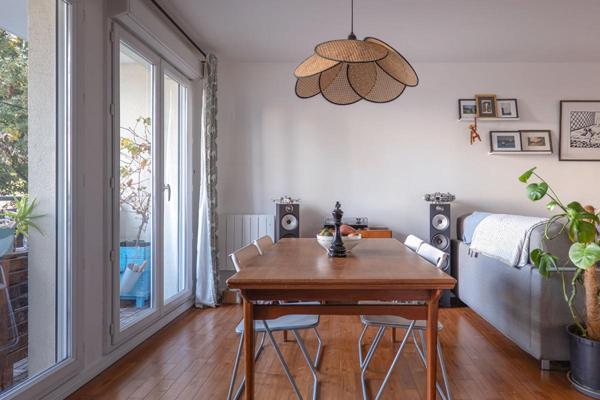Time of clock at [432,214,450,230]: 8:36
